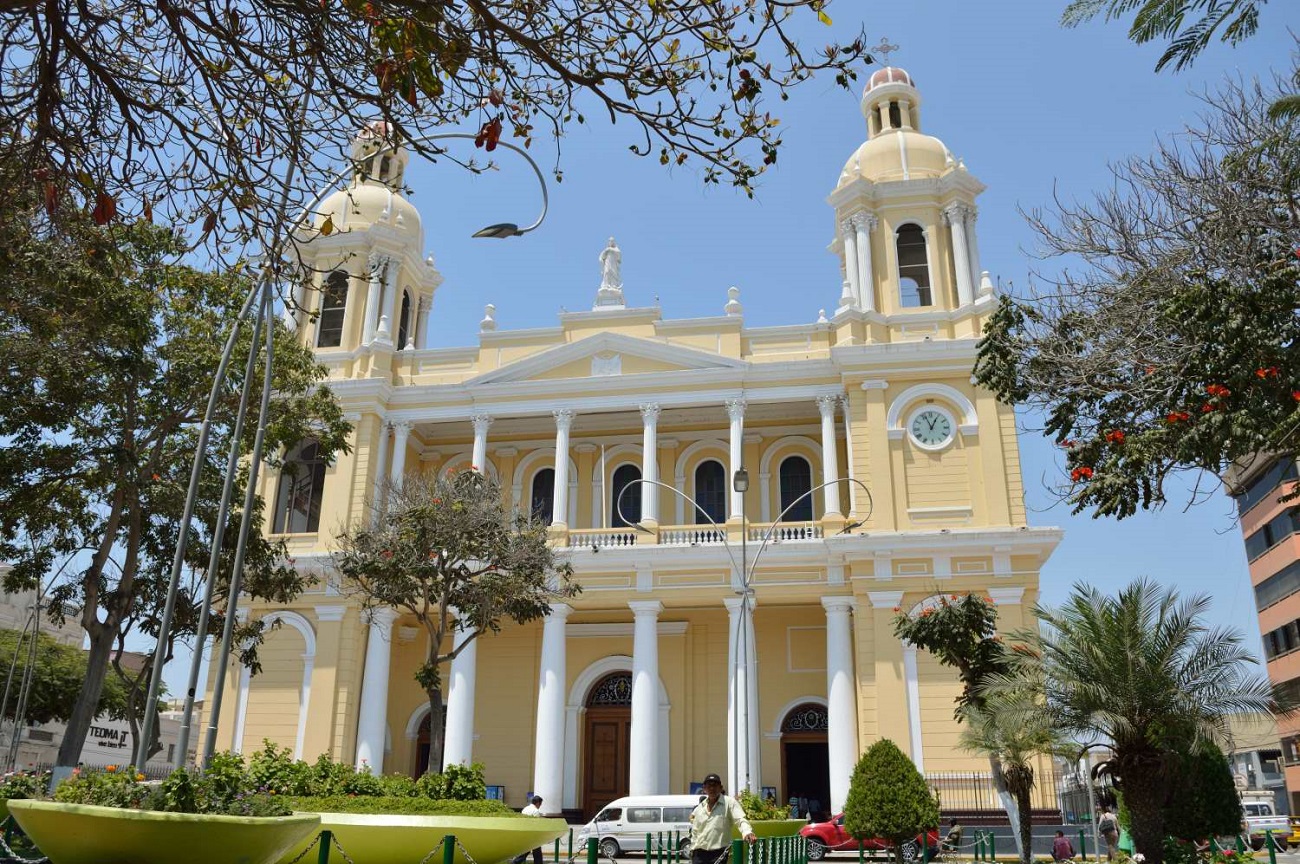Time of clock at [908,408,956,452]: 12:56
